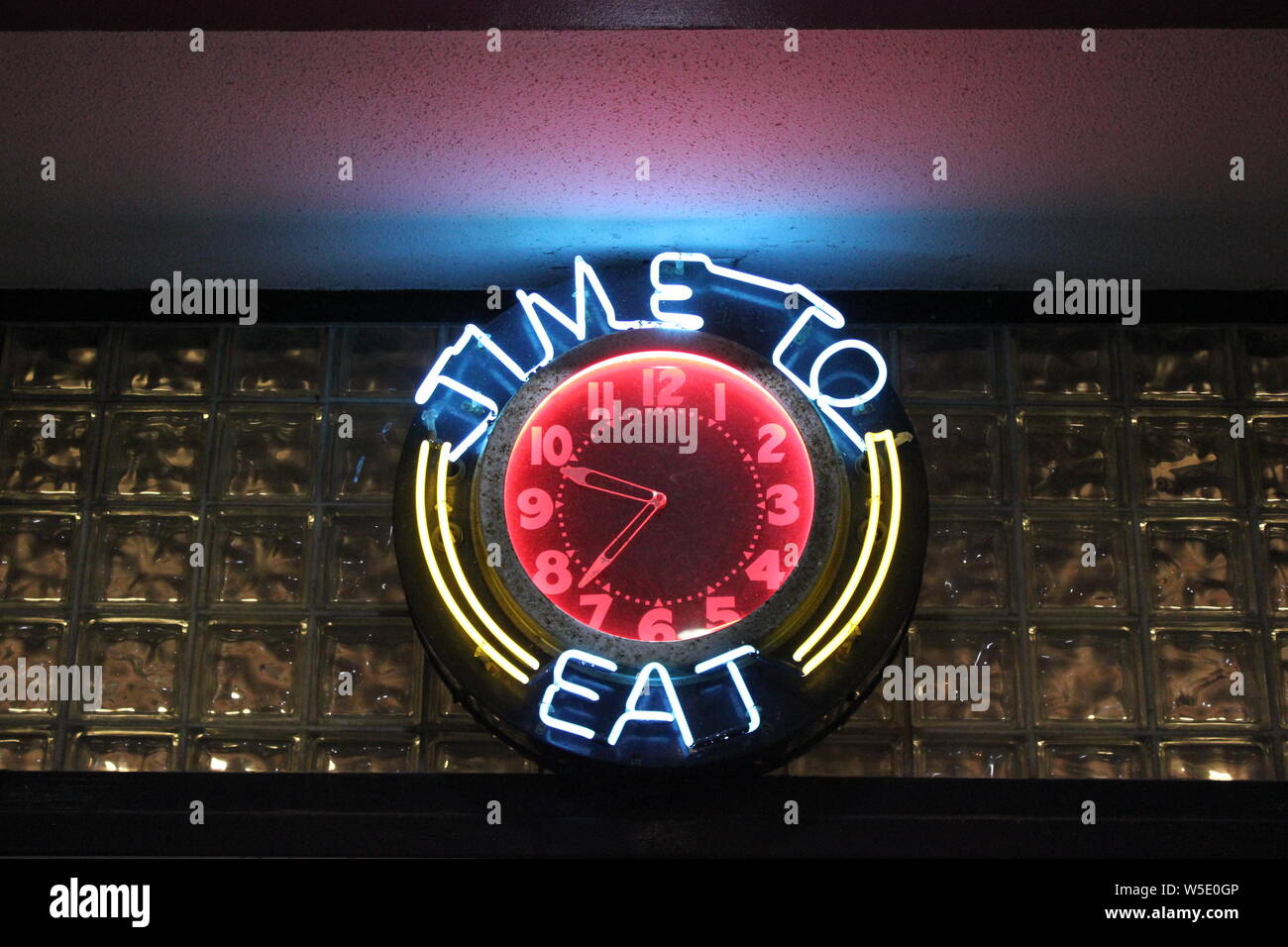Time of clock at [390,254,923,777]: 9:36
